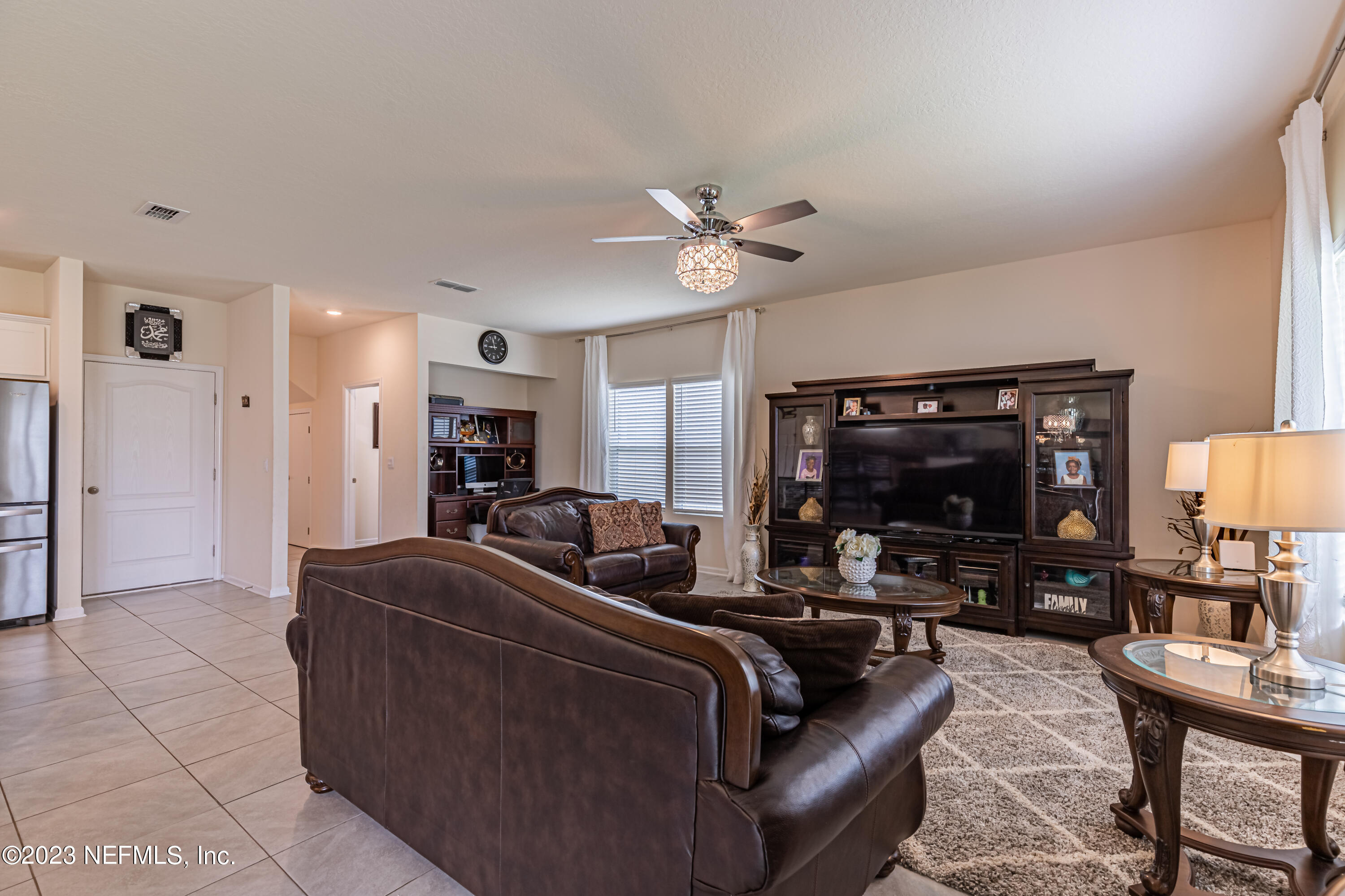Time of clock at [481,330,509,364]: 8:57
